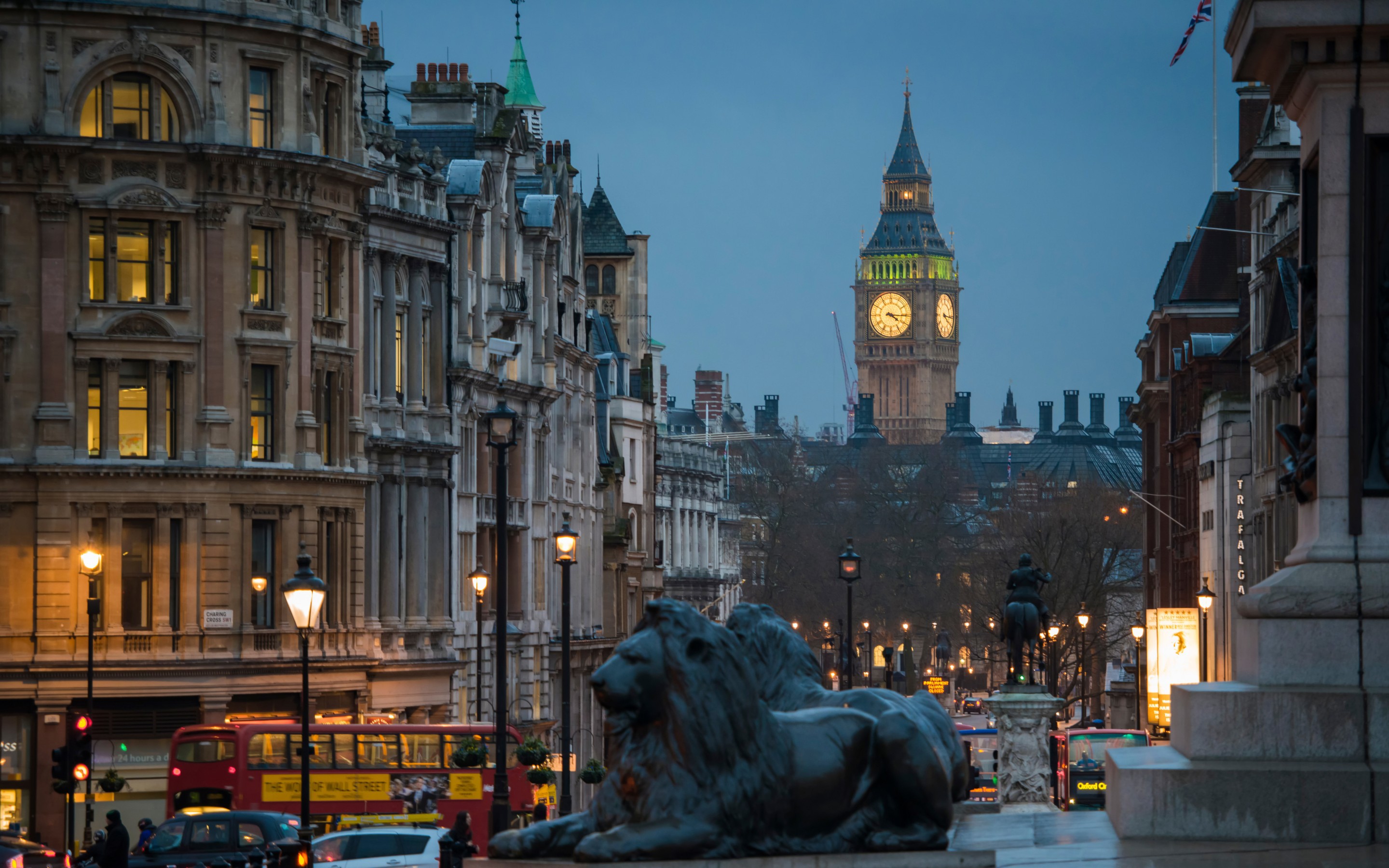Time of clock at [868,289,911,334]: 4:15
